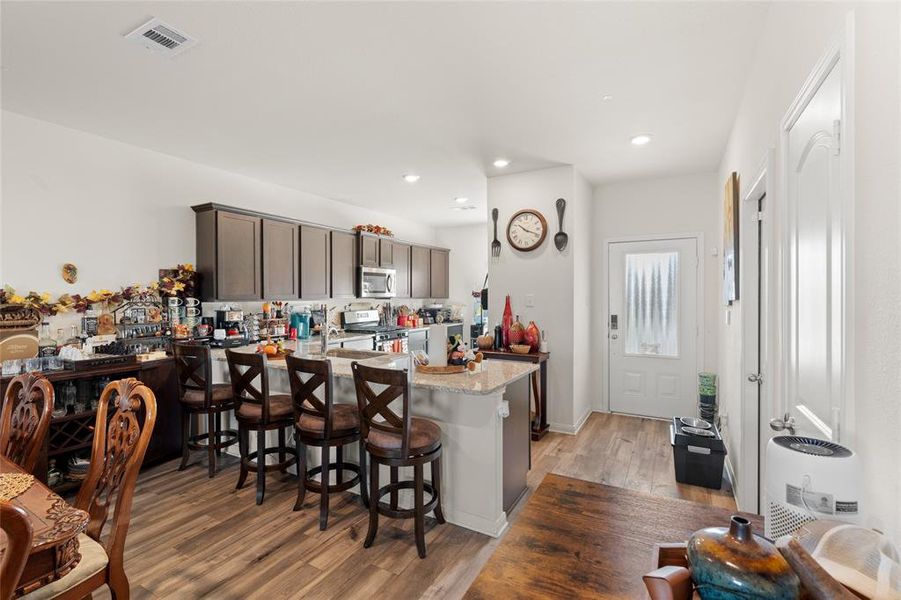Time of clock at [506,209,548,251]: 10:18
